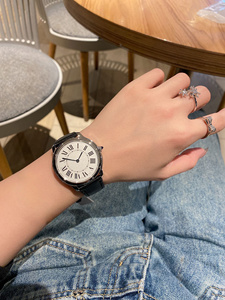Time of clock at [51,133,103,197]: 12:46
